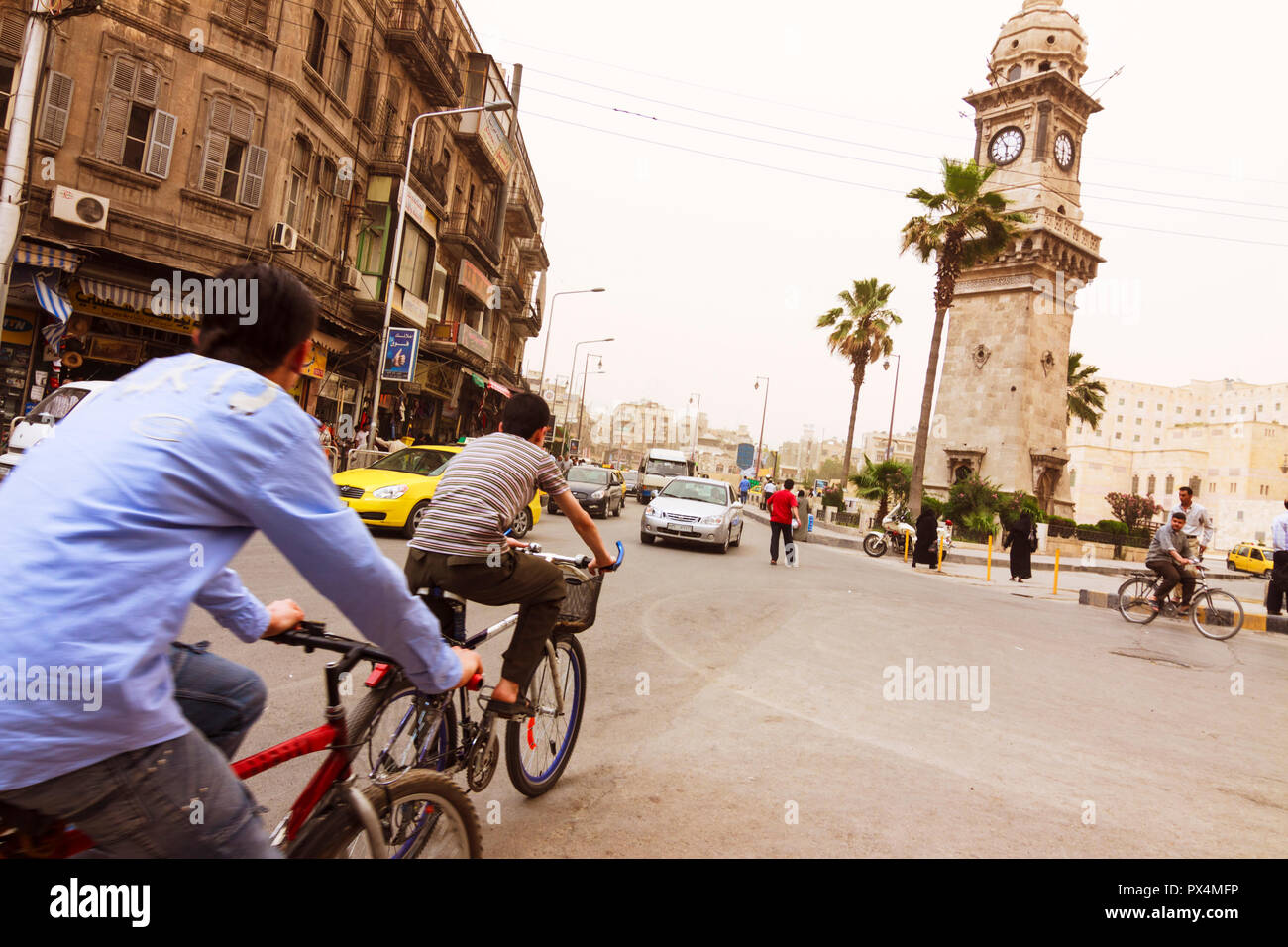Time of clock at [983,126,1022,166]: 5:54
